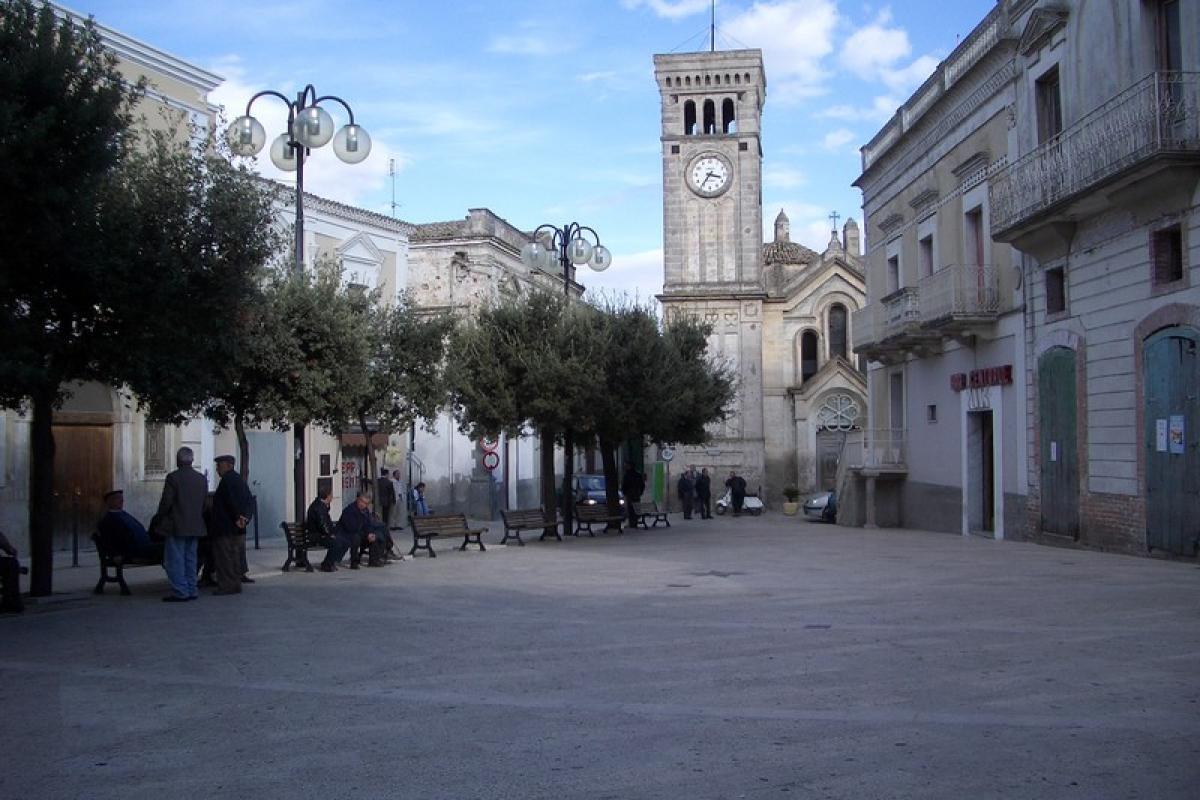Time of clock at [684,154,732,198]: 3:35
